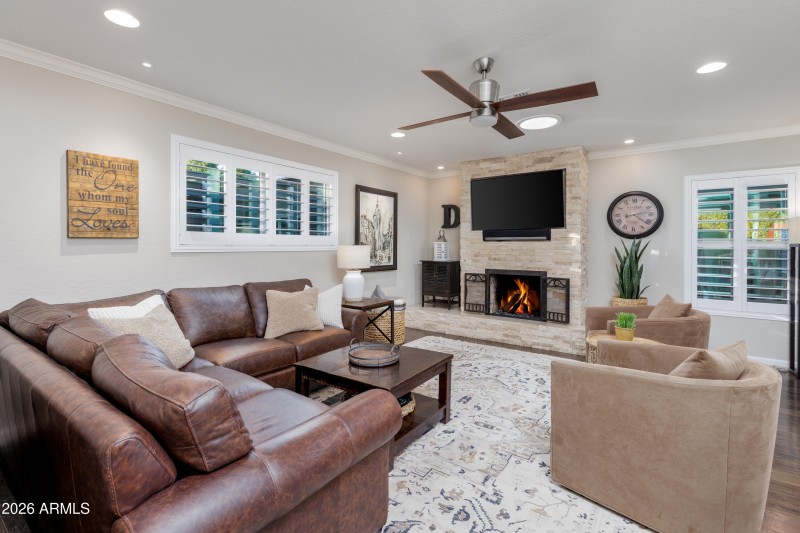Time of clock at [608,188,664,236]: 4:12
